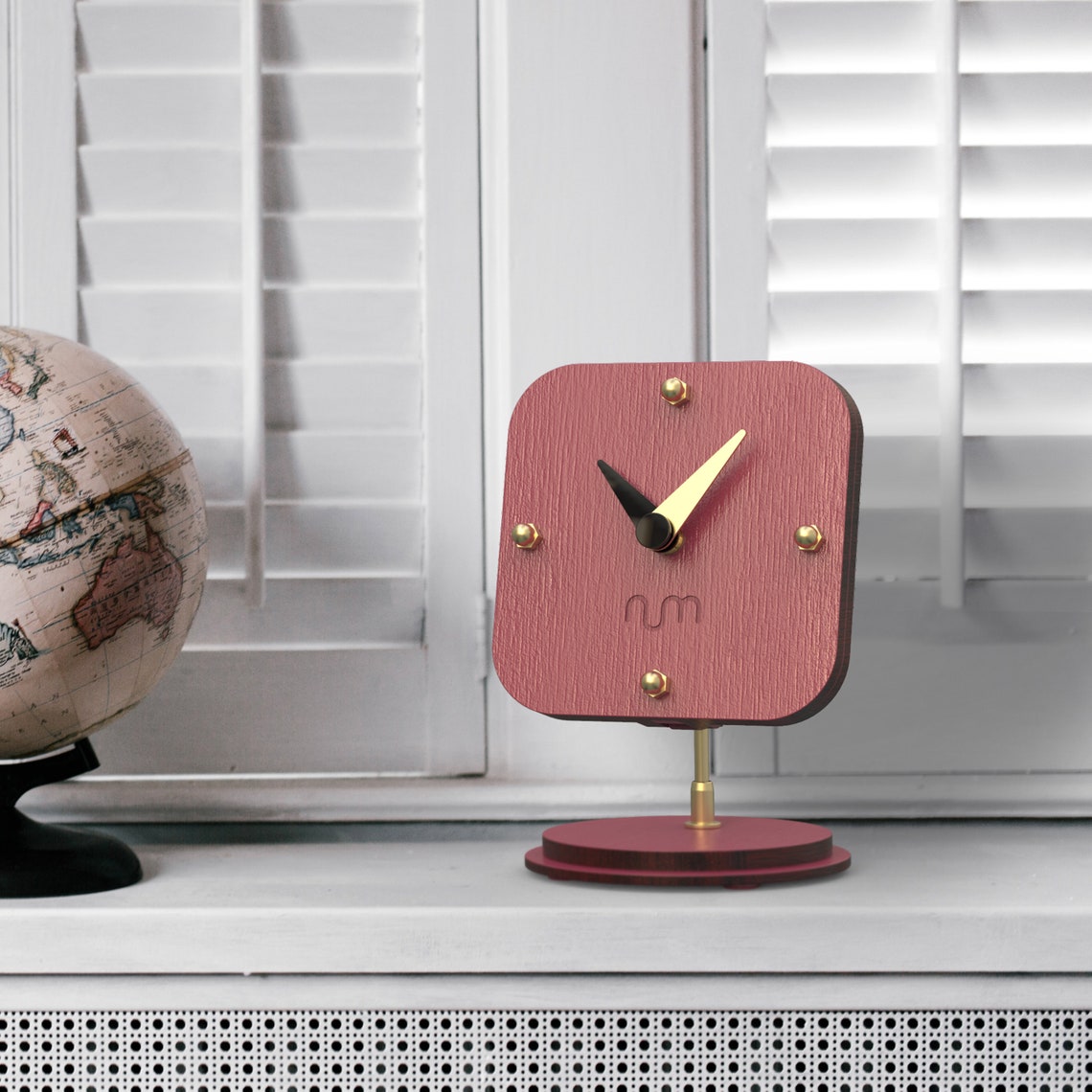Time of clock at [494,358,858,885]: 10:07
